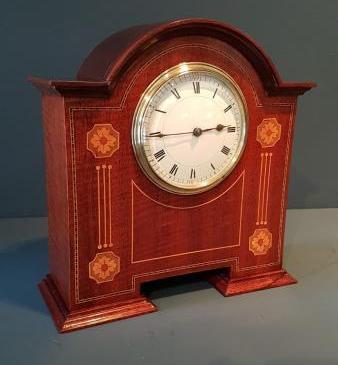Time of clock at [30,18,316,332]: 2:44
